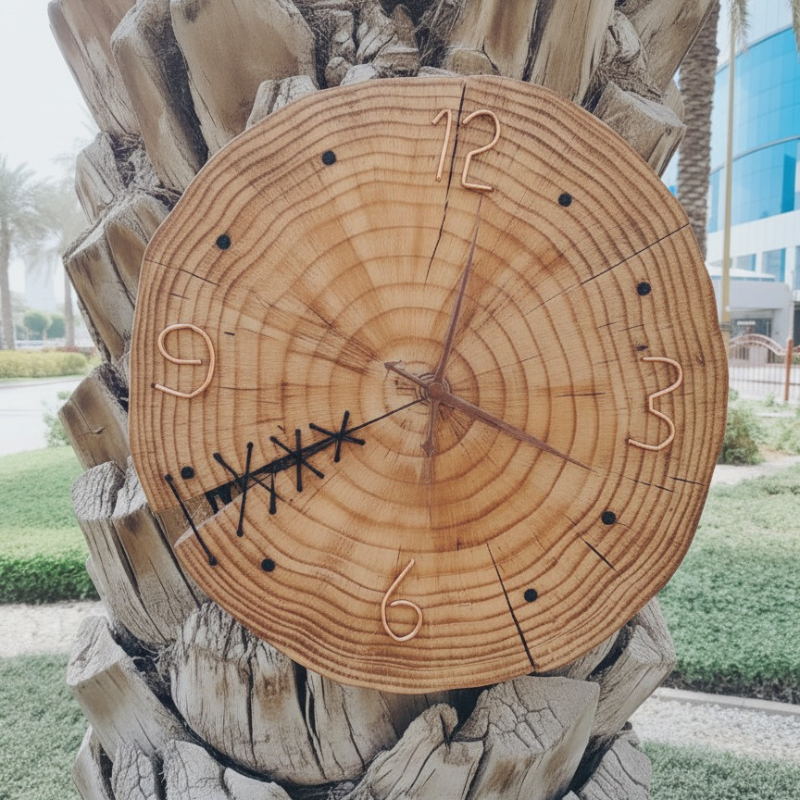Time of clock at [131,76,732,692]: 8:01
